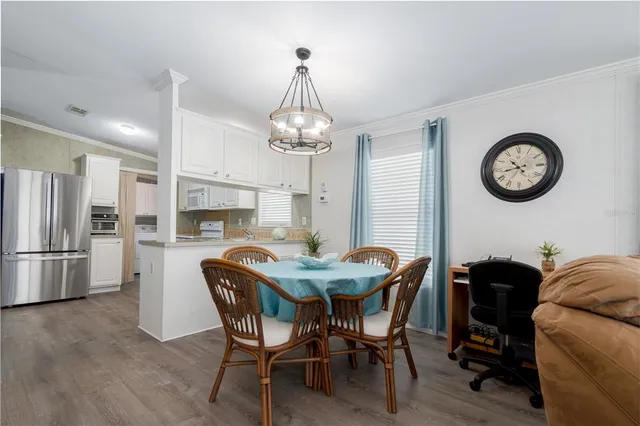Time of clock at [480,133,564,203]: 10:42
